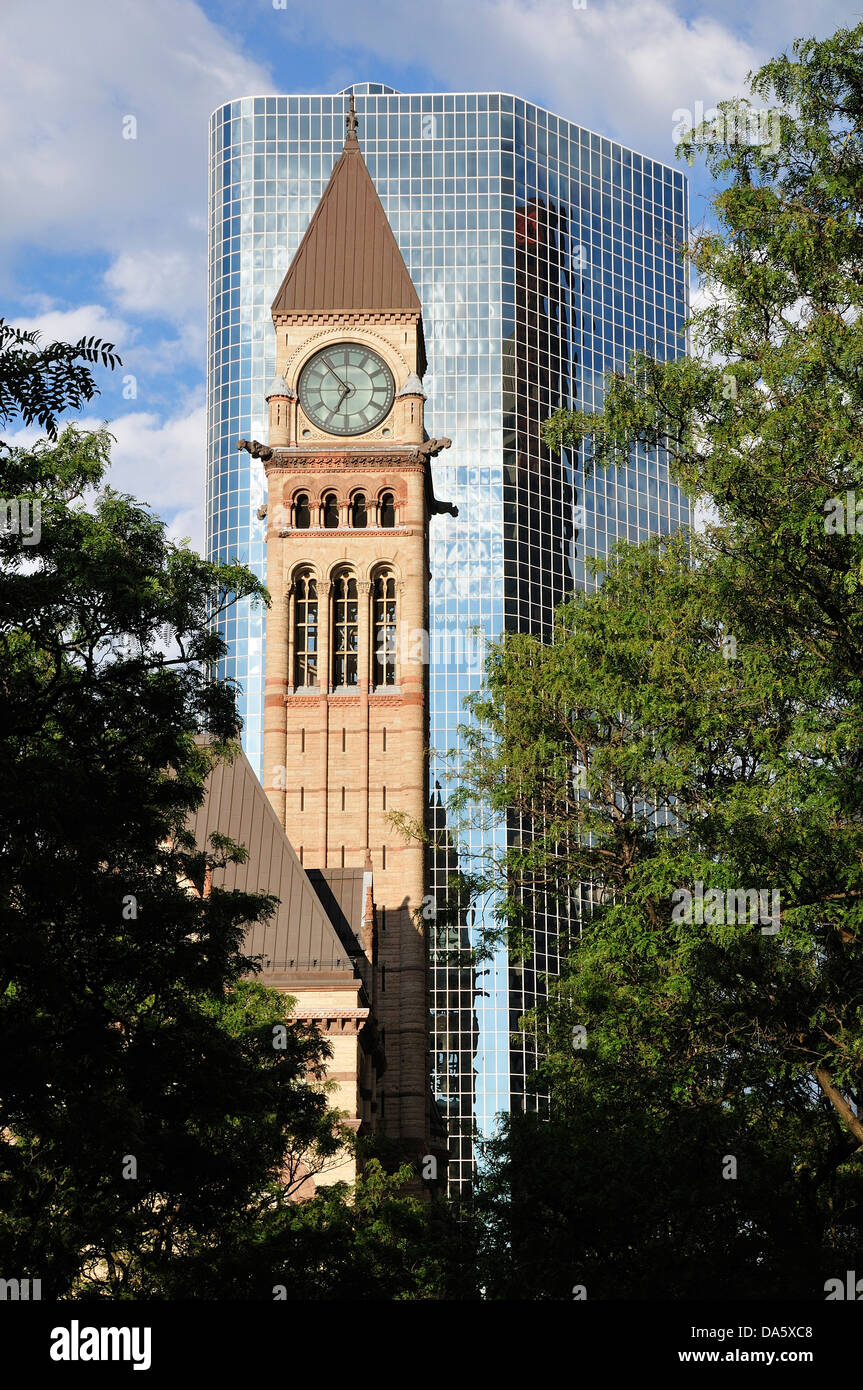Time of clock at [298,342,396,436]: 6:53
